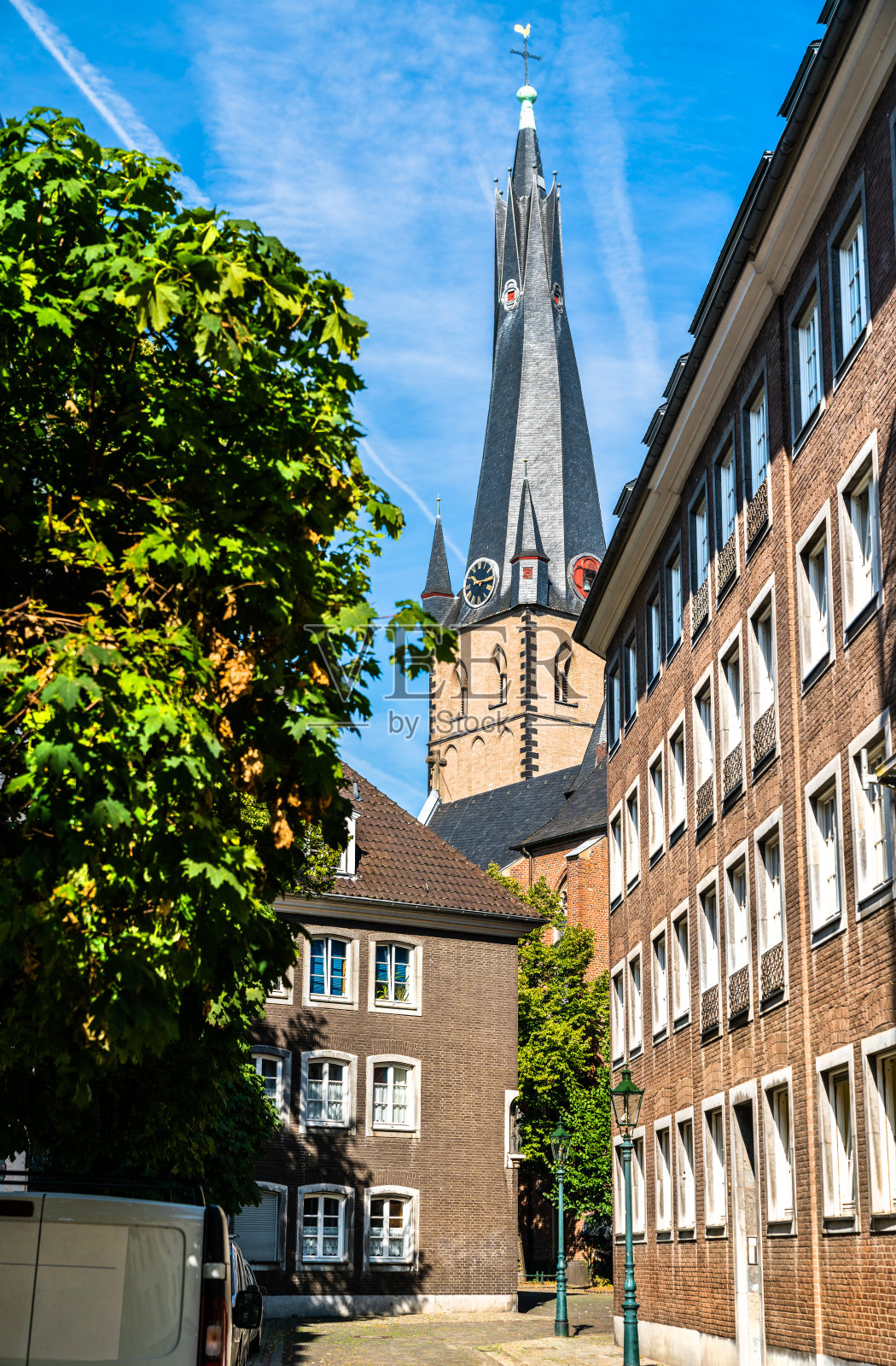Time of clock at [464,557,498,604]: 10:14
